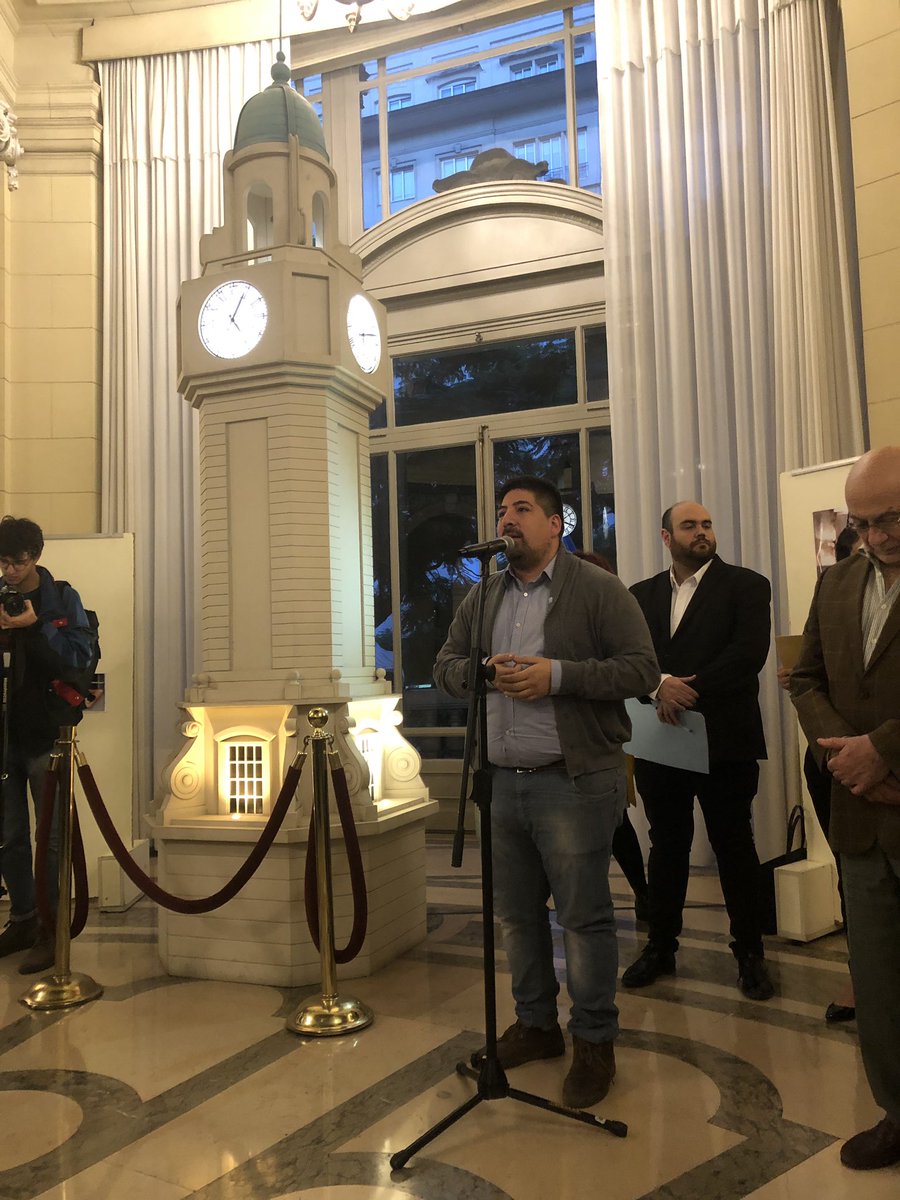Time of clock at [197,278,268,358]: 5:04
